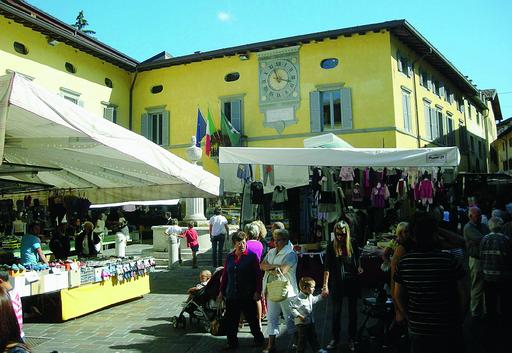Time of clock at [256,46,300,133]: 11:17
